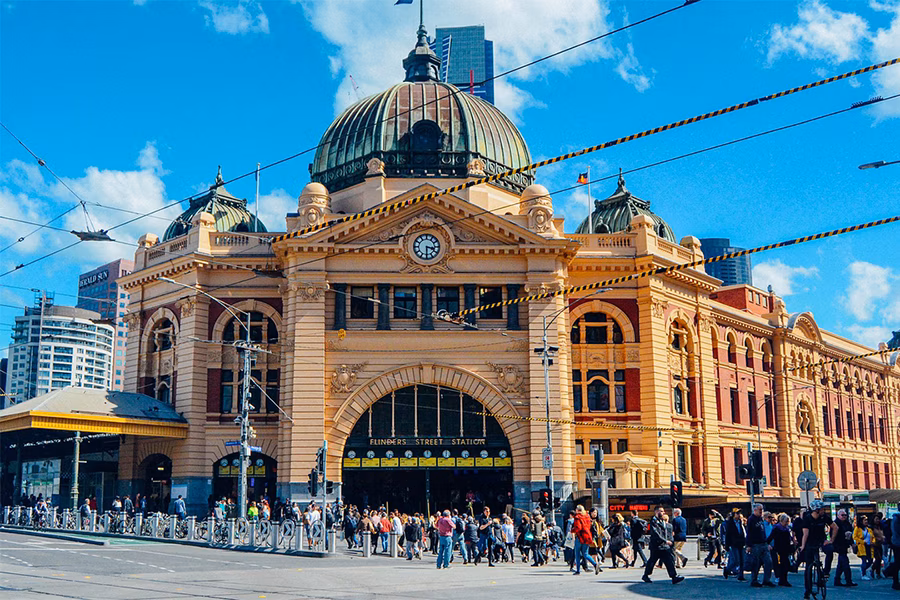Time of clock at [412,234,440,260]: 3:30
